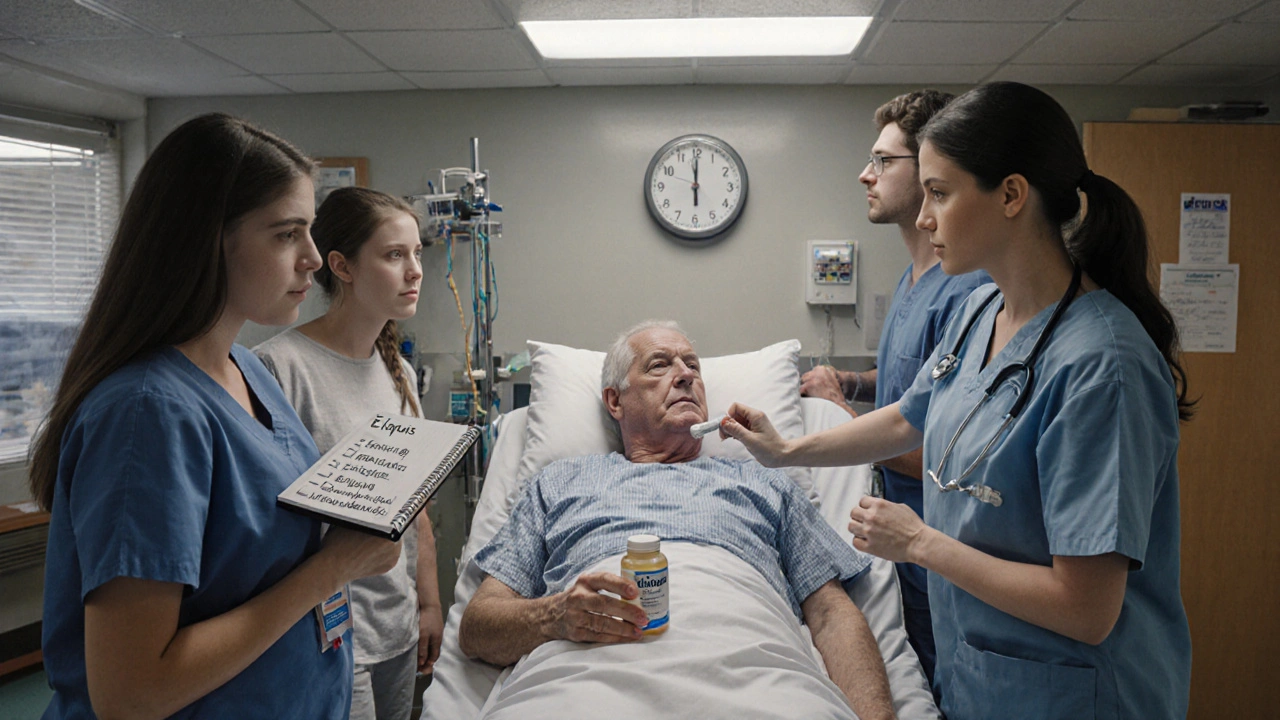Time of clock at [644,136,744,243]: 5:59
